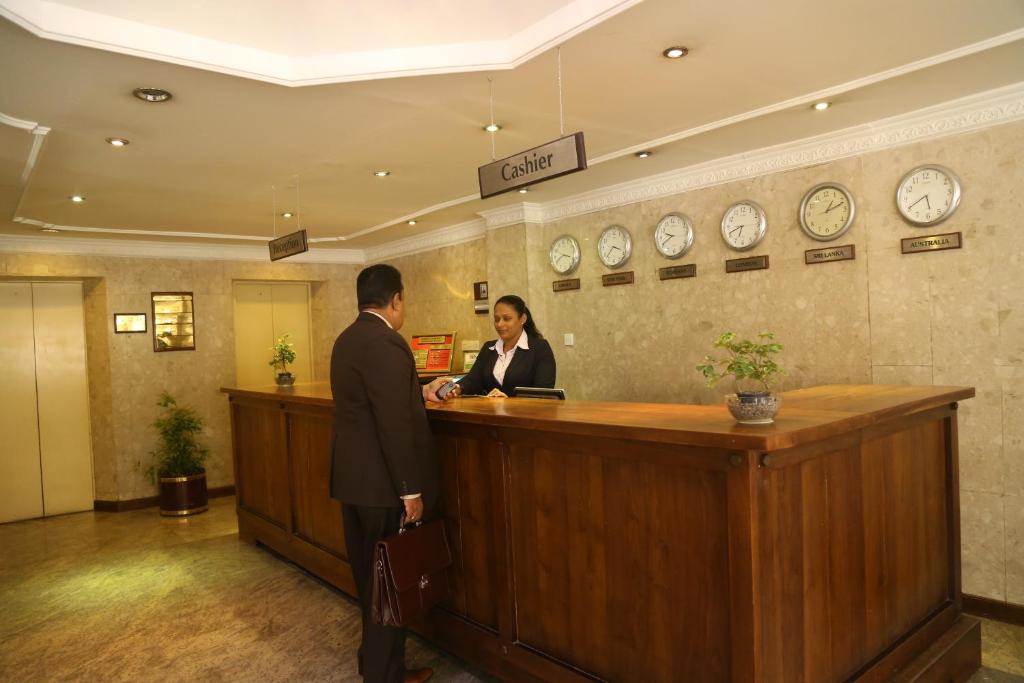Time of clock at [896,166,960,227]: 5:40
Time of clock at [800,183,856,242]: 1:11
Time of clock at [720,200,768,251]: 6:41
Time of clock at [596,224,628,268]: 3:37
